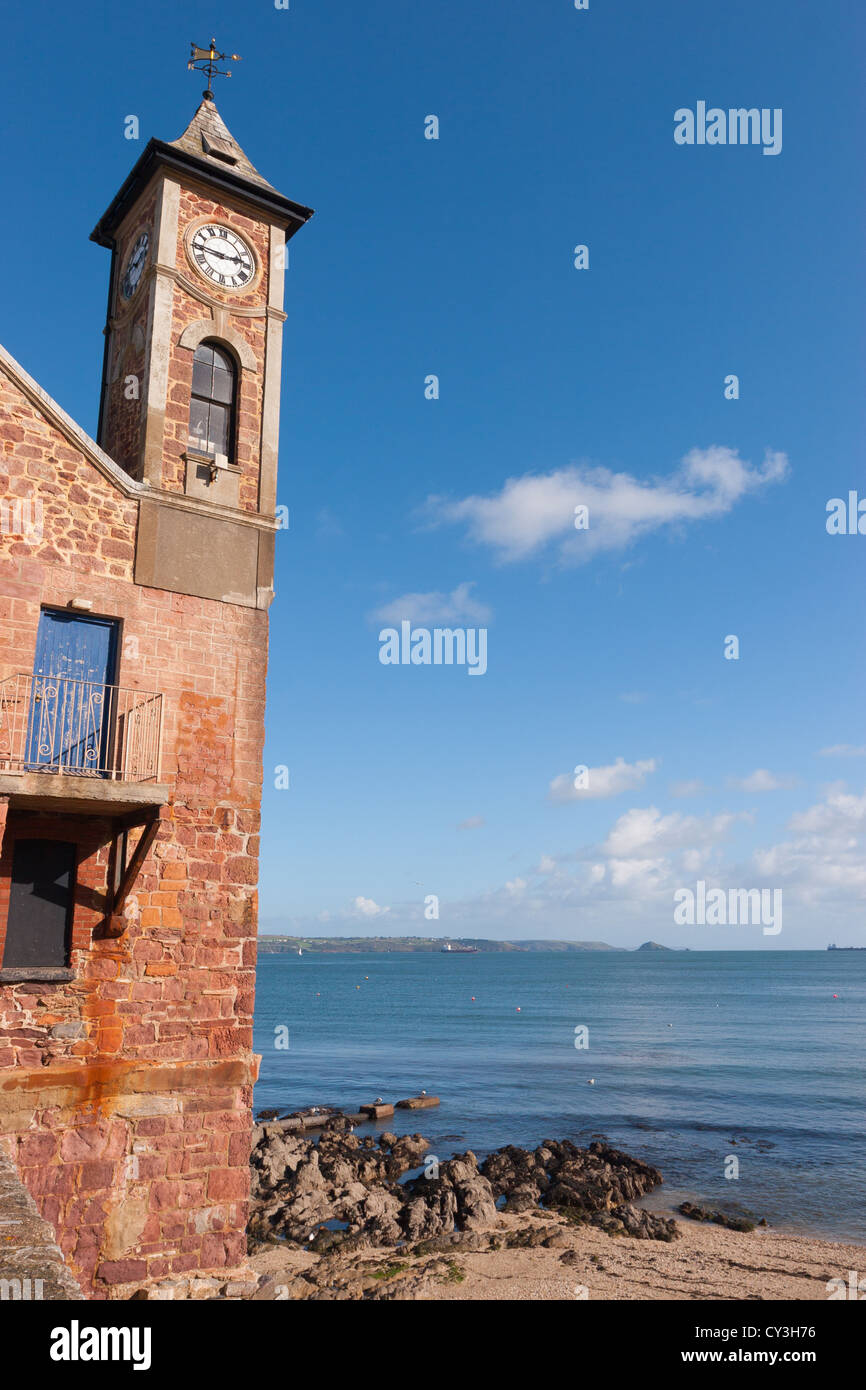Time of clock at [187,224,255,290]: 2:45
